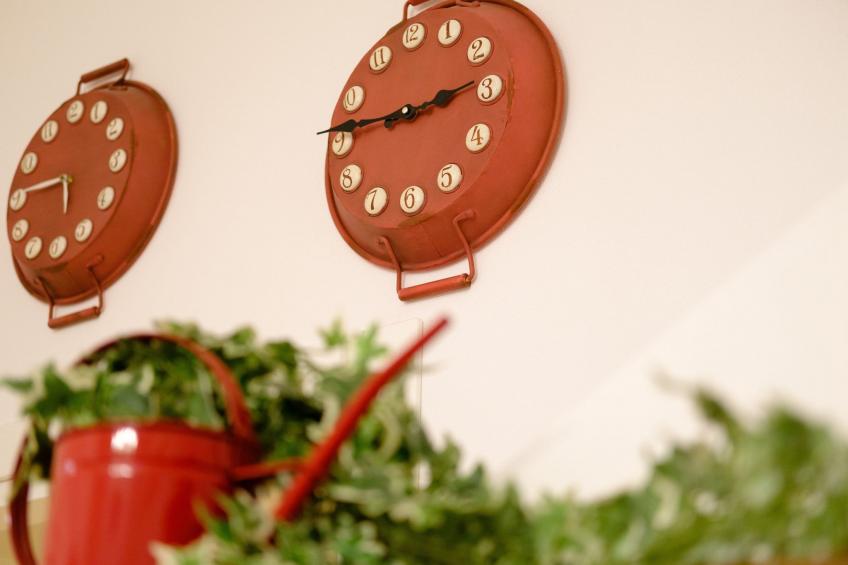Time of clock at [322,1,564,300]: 2:46
